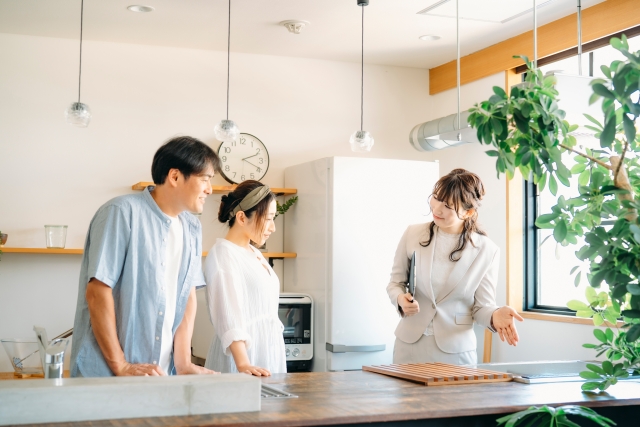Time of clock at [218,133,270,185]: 2:19
